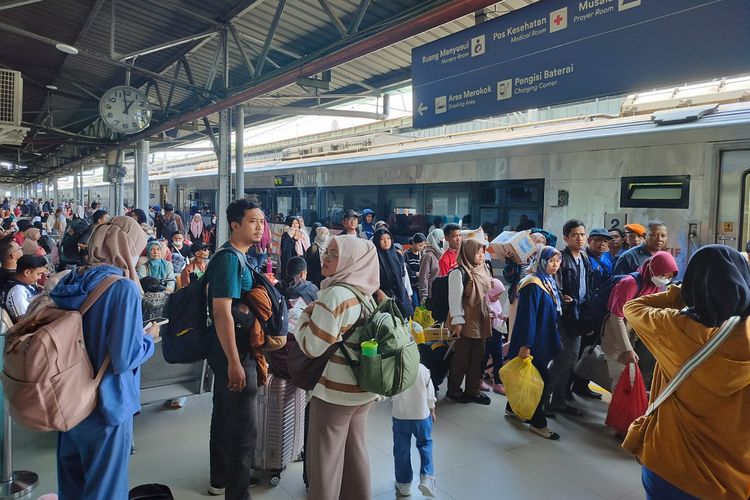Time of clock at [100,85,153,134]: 12:58
